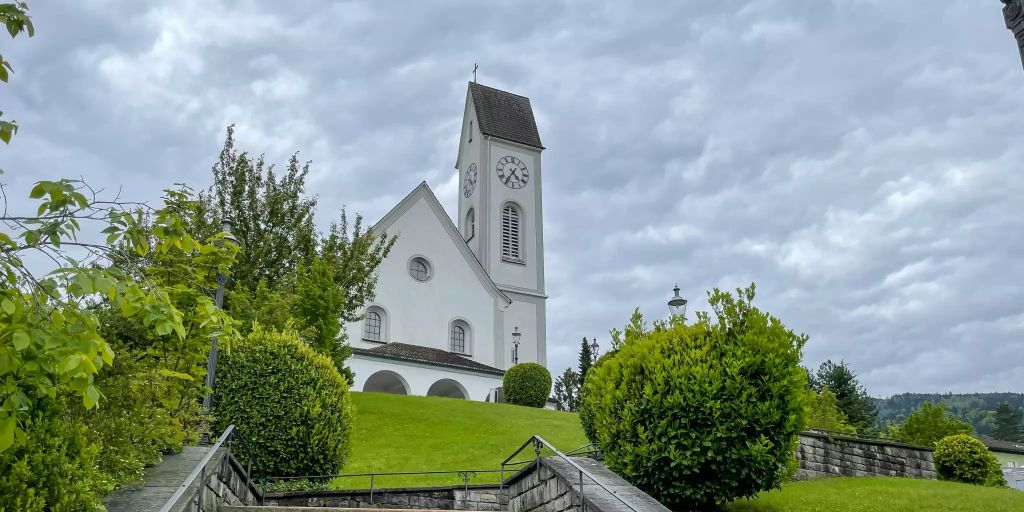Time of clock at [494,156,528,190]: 4:35
